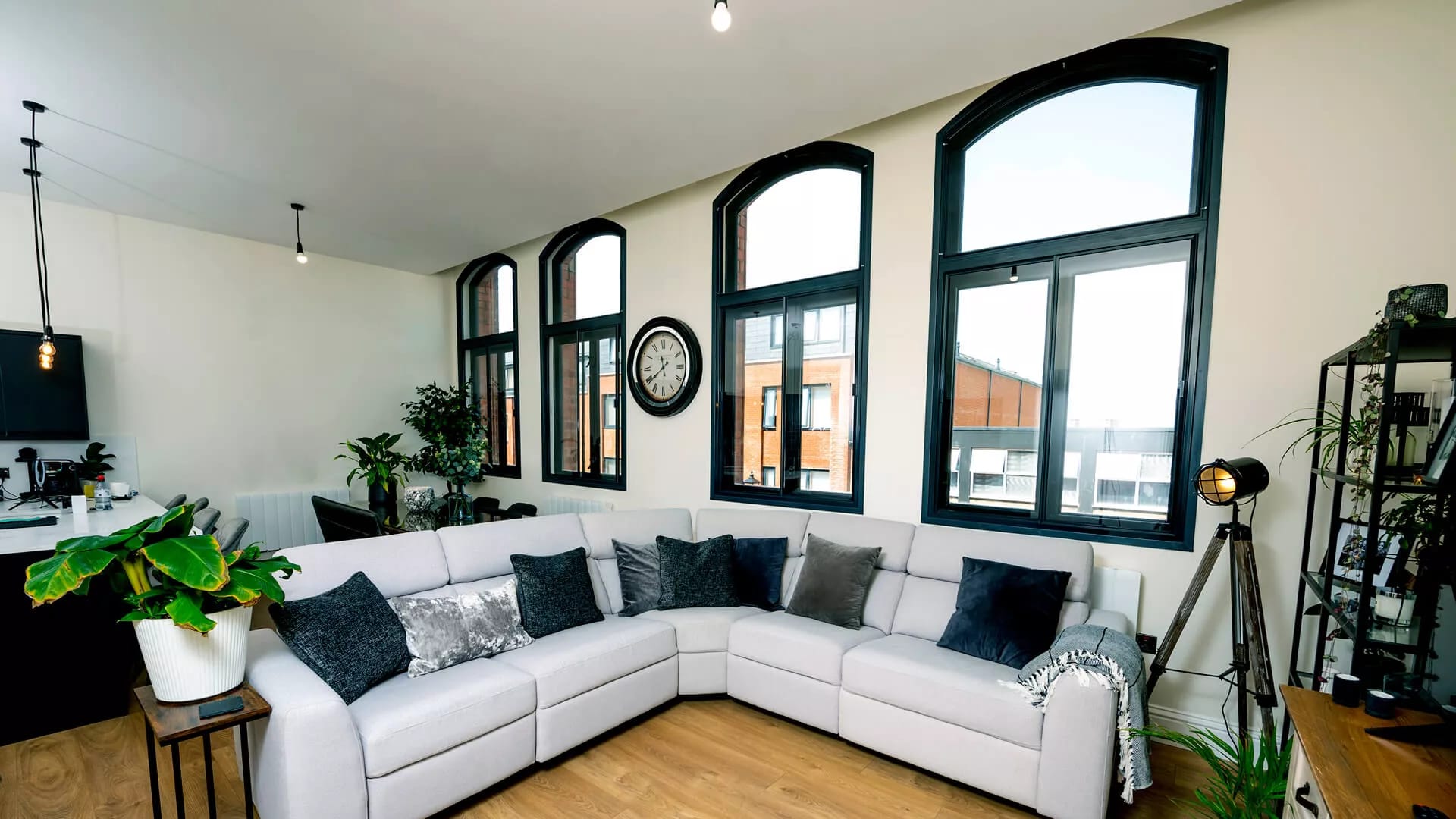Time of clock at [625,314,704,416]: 11:38
